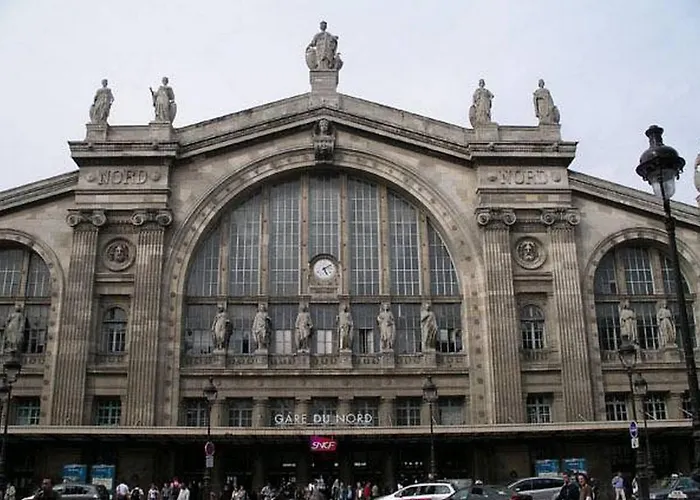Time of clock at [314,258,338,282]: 5:09
